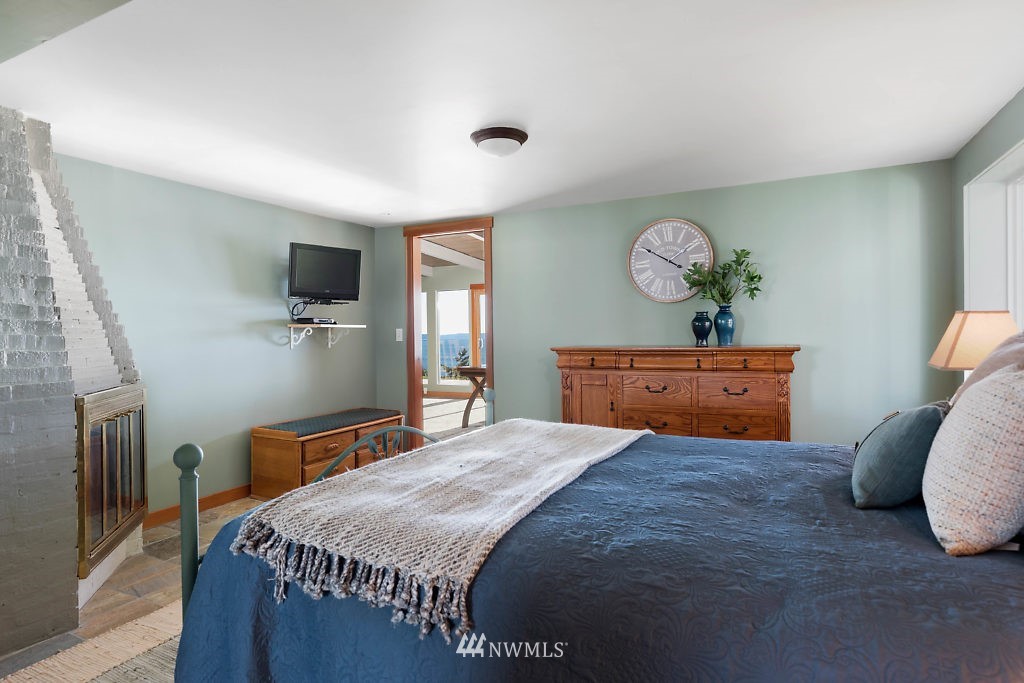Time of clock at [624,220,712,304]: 1:50
